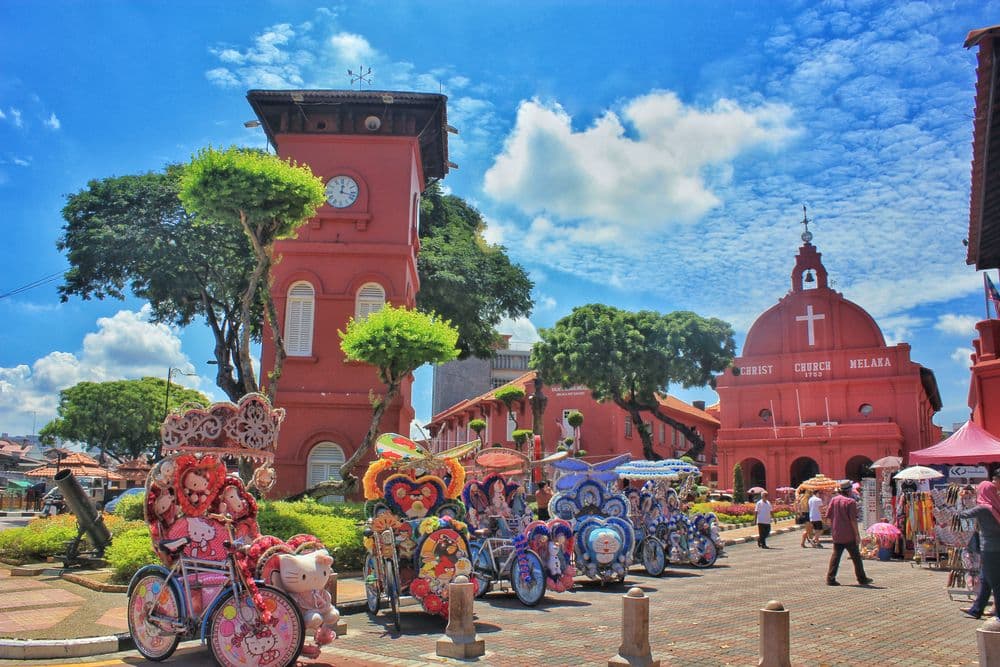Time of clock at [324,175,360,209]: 12:17
